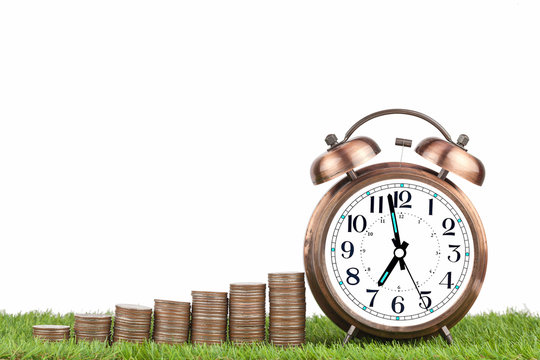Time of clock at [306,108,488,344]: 6:58
